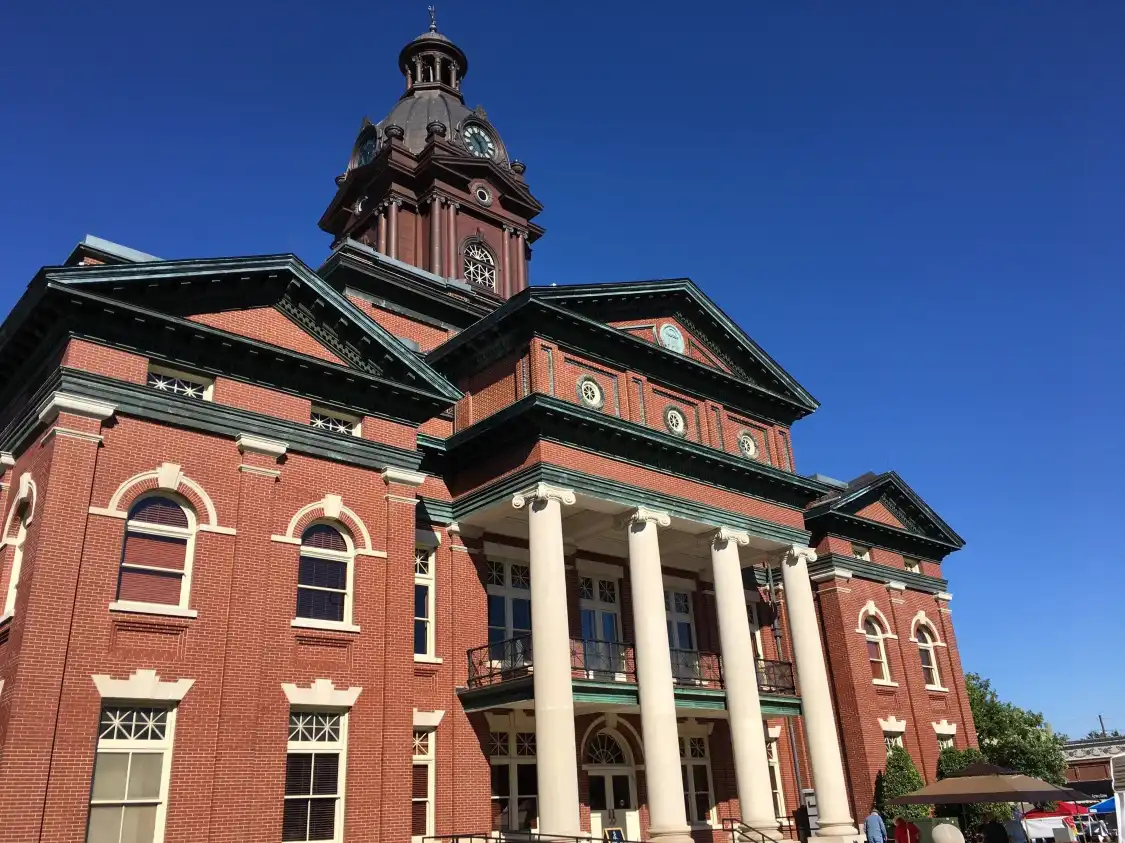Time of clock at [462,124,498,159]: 10:28
